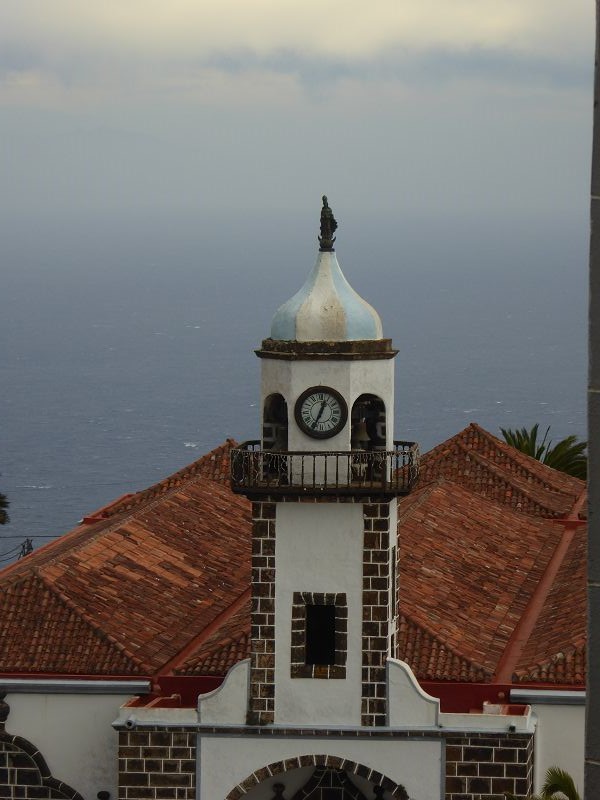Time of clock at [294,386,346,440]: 12:34
